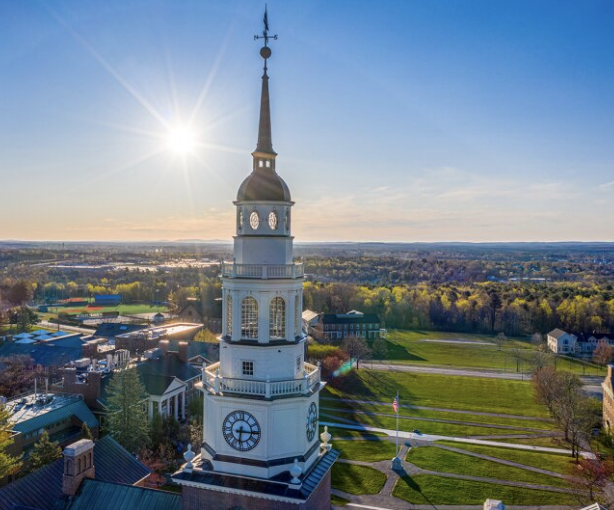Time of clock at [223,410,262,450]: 6:15
